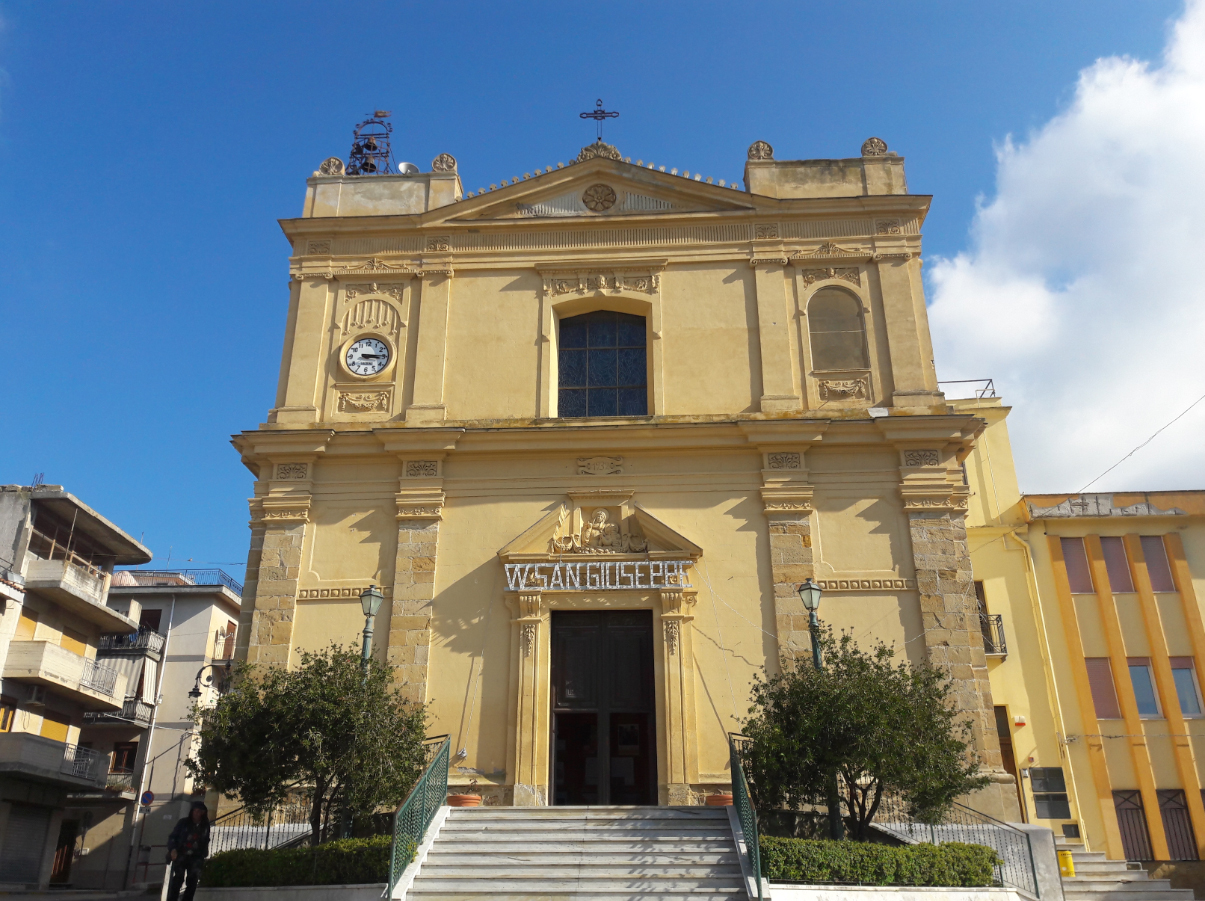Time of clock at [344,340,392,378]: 3:14
